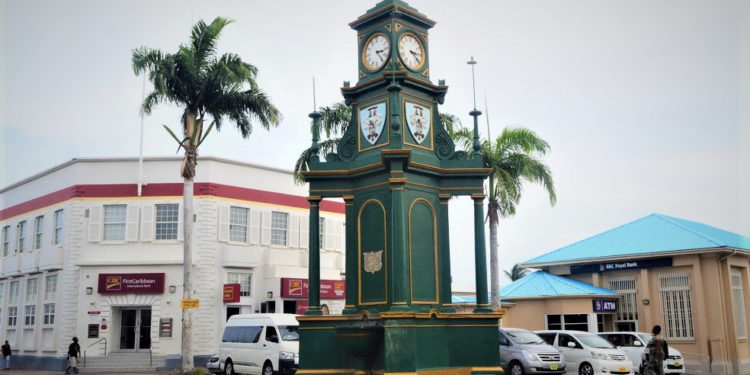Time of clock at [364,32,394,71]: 3:23
